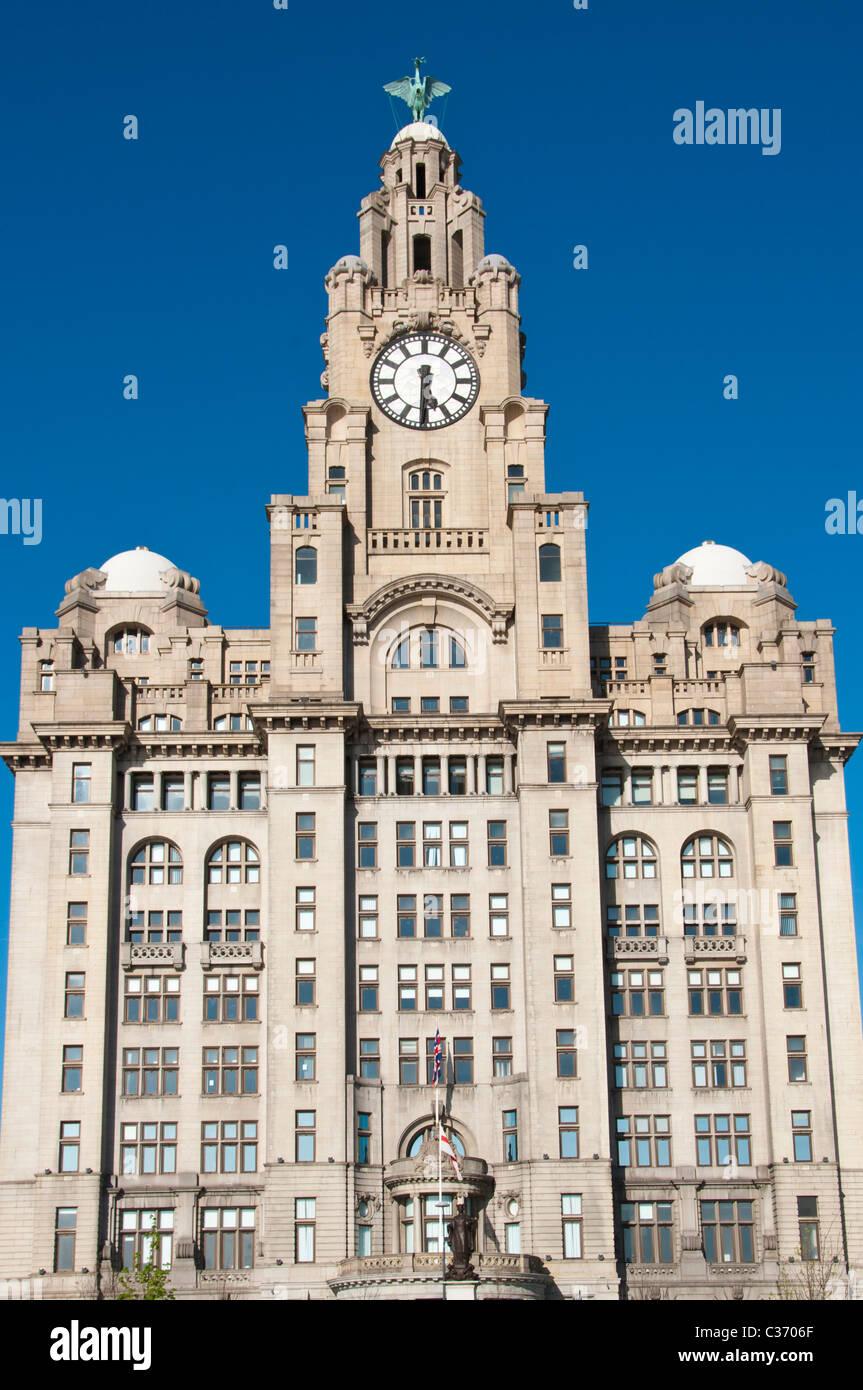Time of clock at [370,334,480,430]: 5:30
